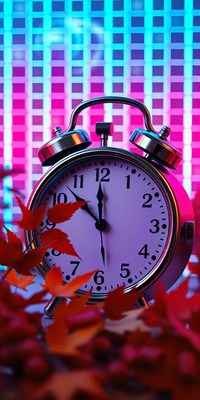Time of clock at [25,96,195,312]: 11:52
